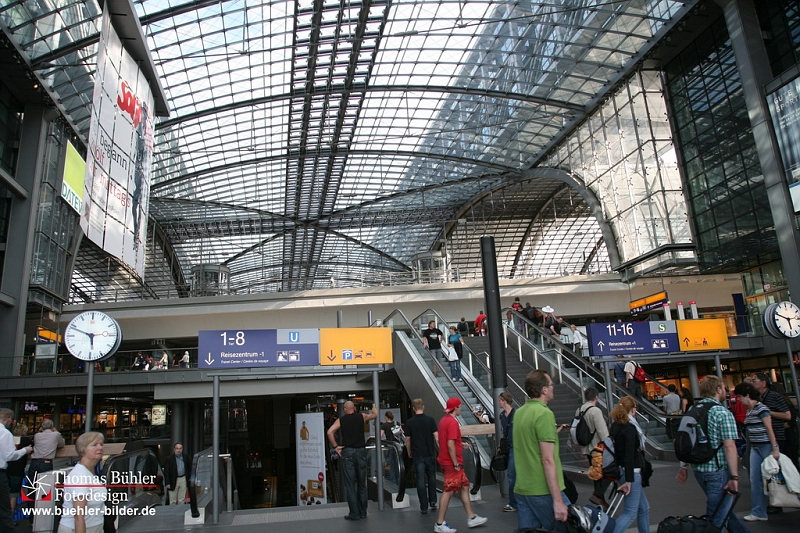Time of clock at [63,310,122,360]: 5:48
